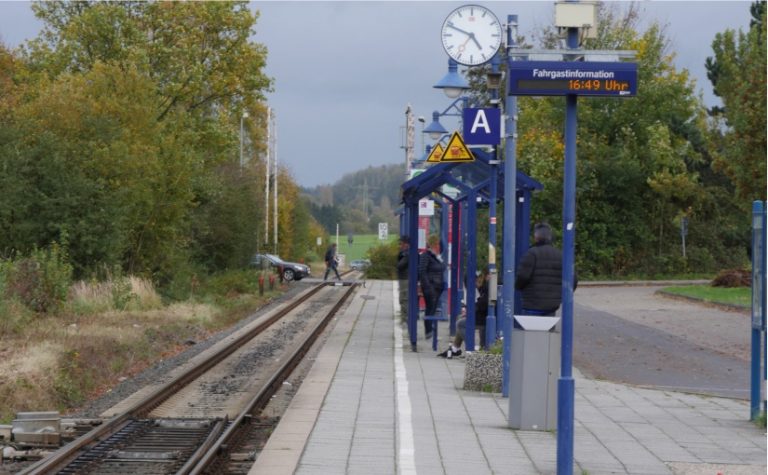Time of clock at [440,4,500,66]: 4:48
